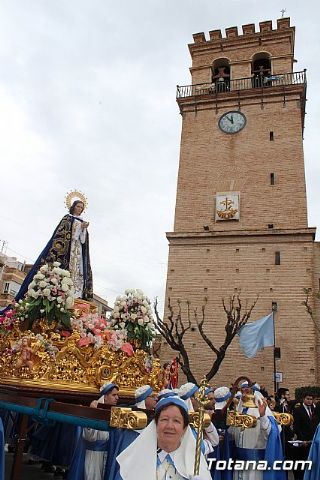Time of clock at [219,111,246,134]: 11:53
